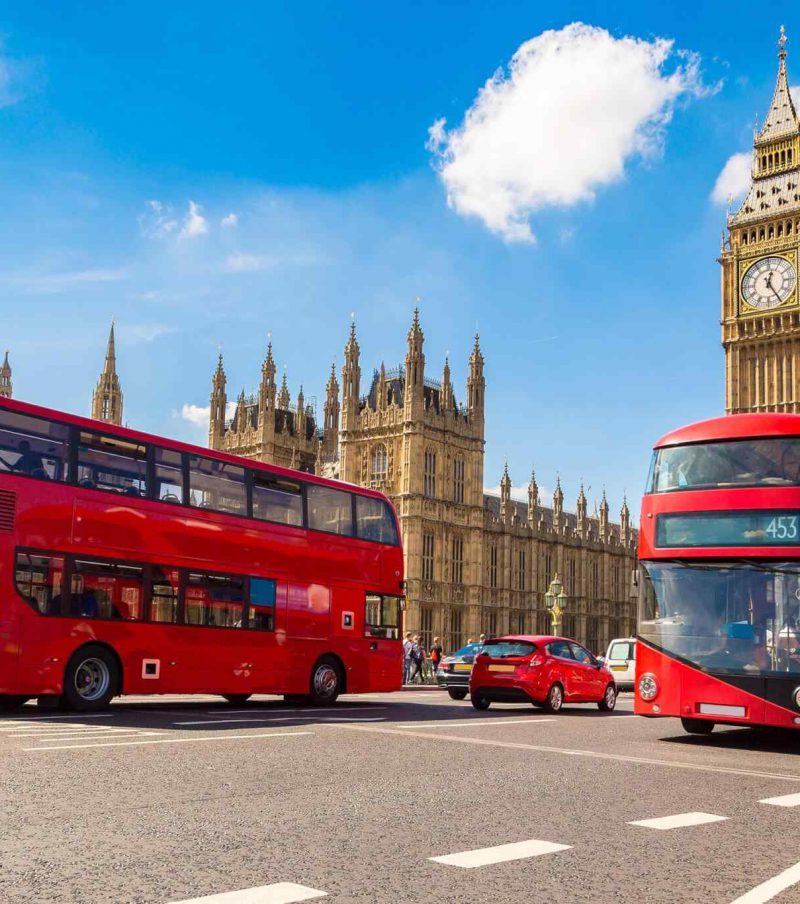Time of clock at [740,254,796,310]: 12:24
